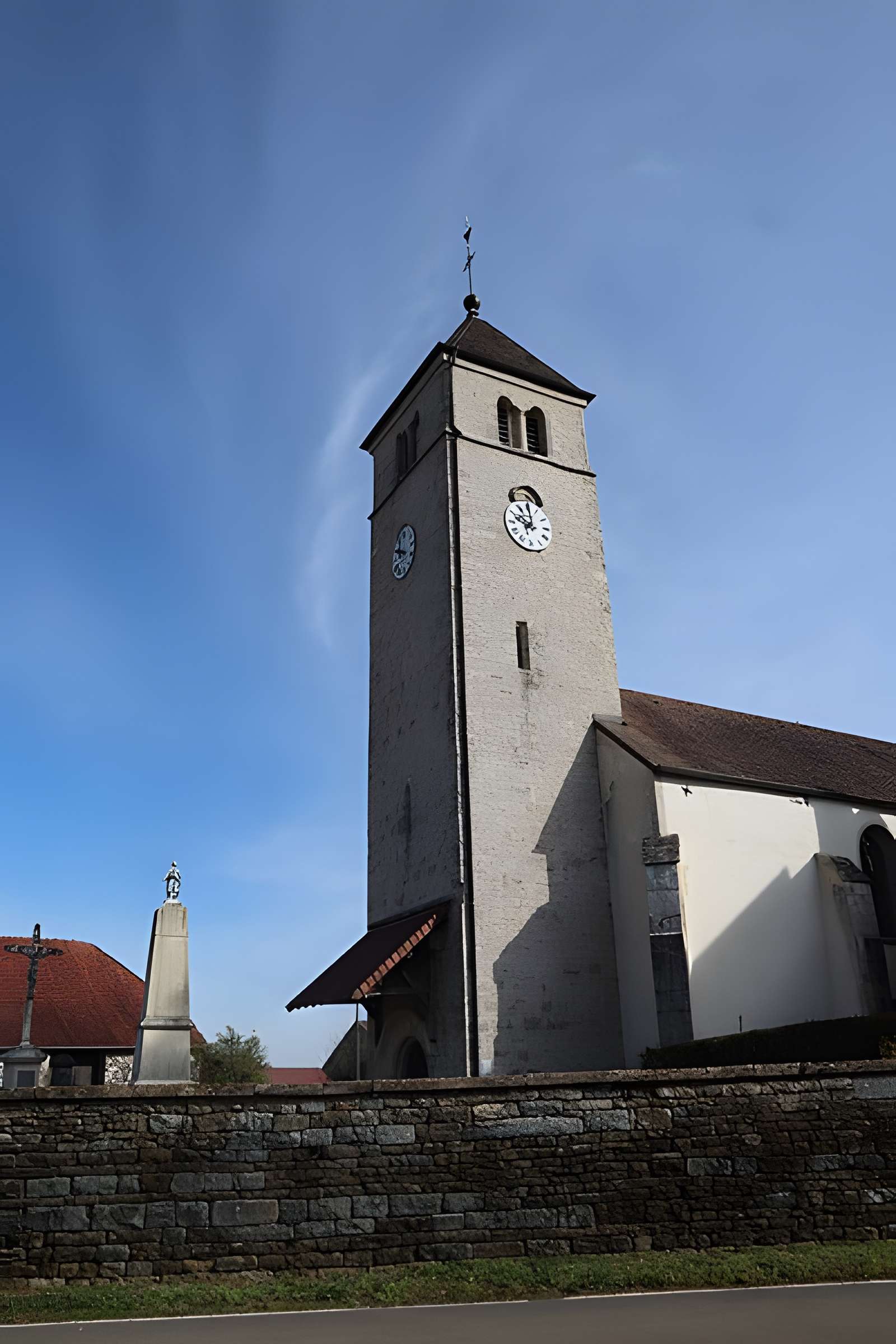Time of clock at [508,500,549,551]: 10:00
